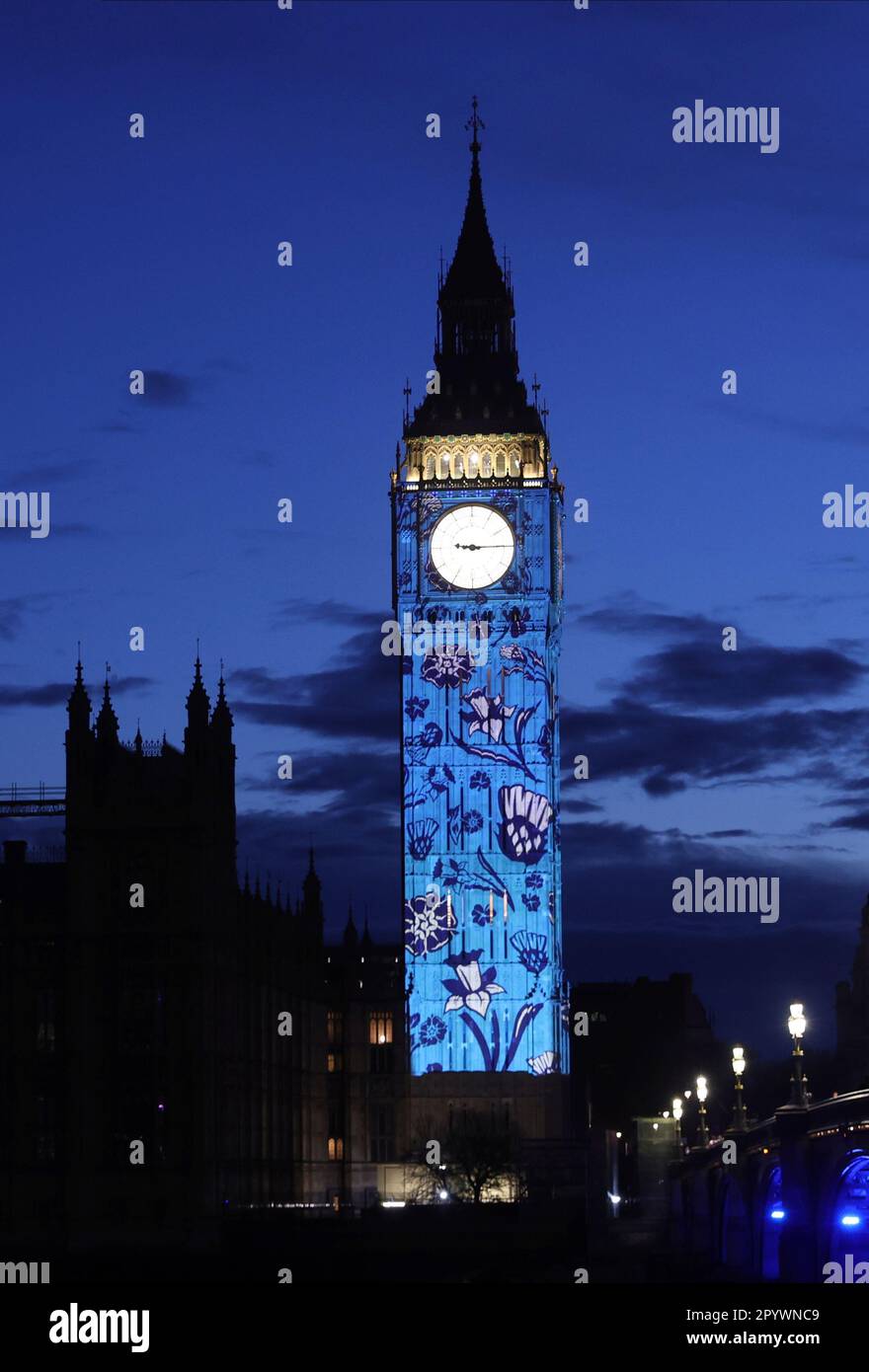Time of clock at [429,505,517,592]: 9:14
